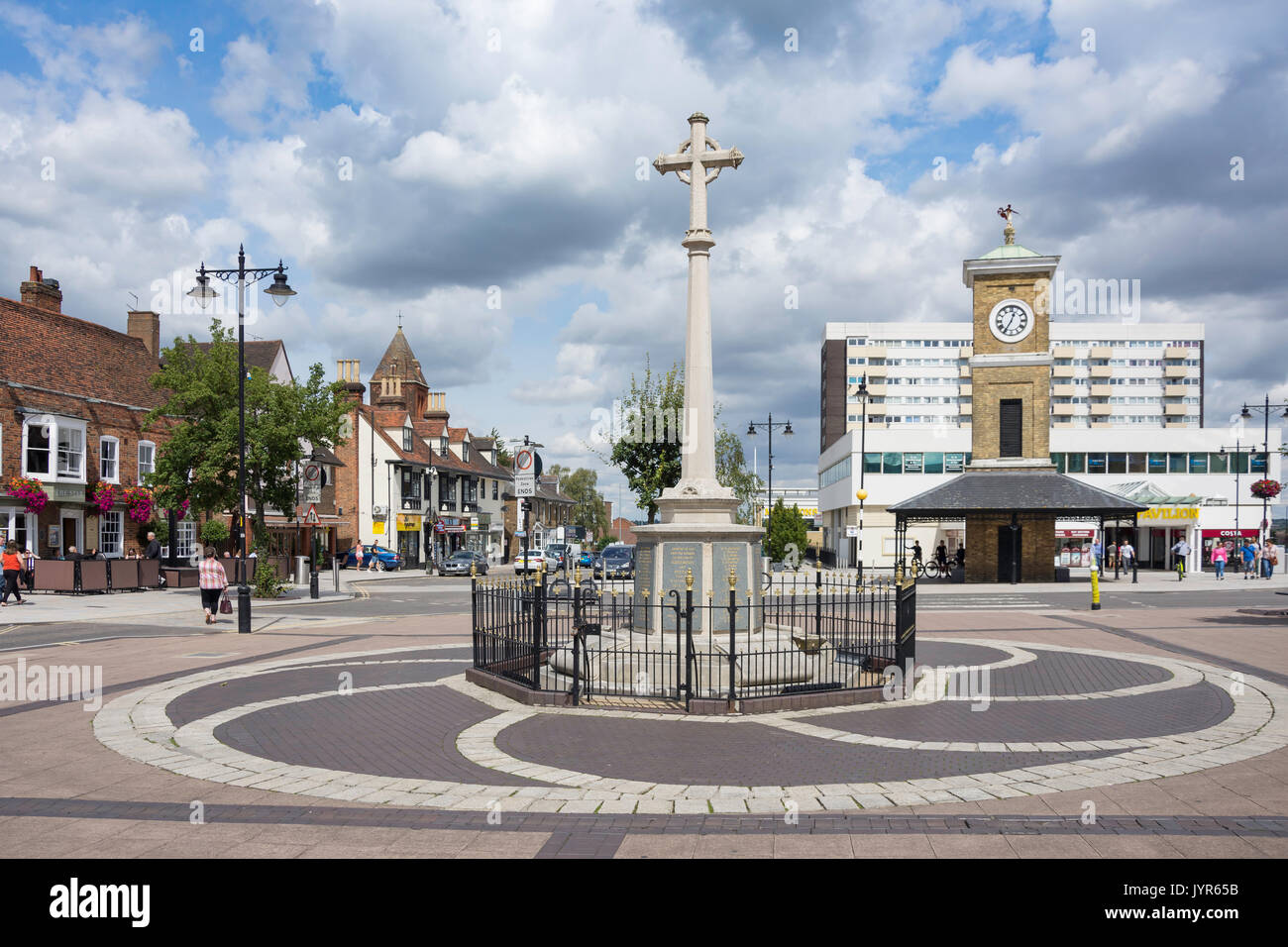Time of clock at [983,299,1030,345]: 12:35
